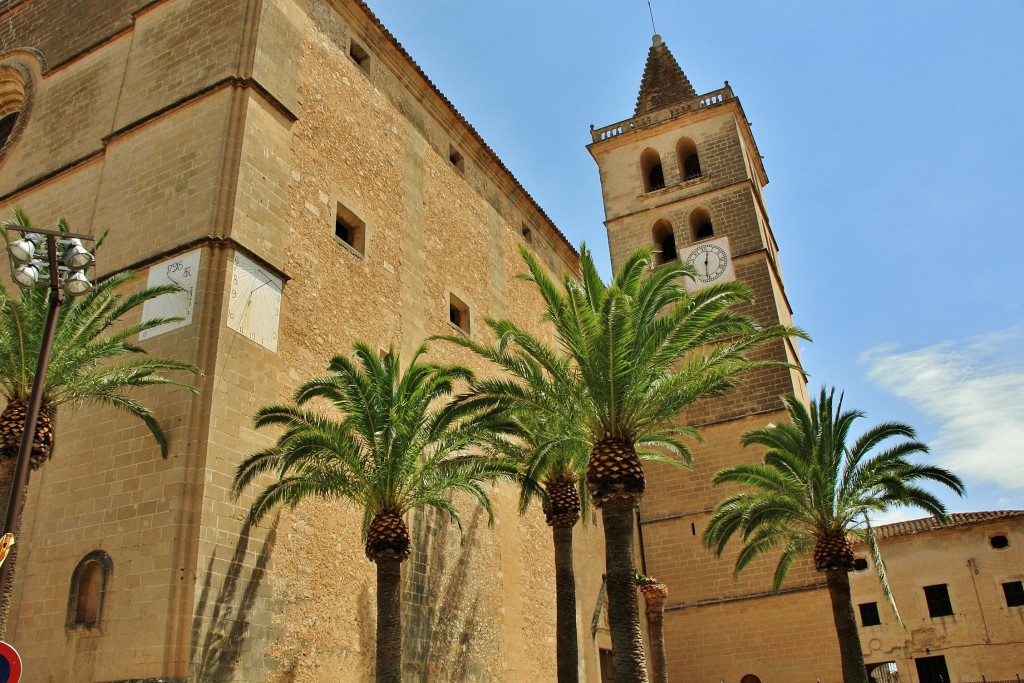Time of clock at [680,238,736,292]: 12:30
